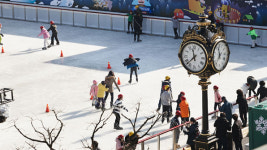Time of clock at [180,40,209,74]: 11:37
